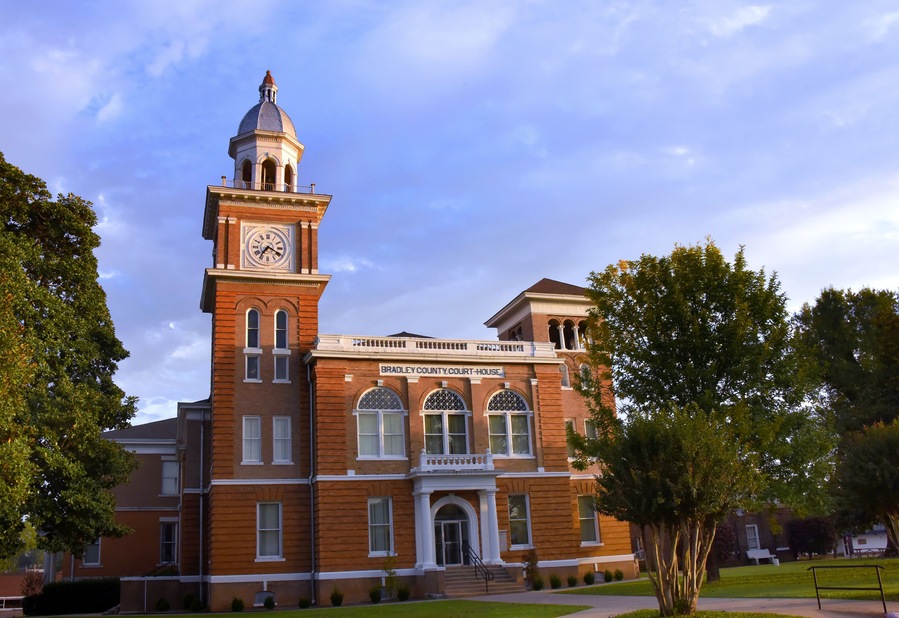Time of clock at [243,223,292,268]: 7:19
